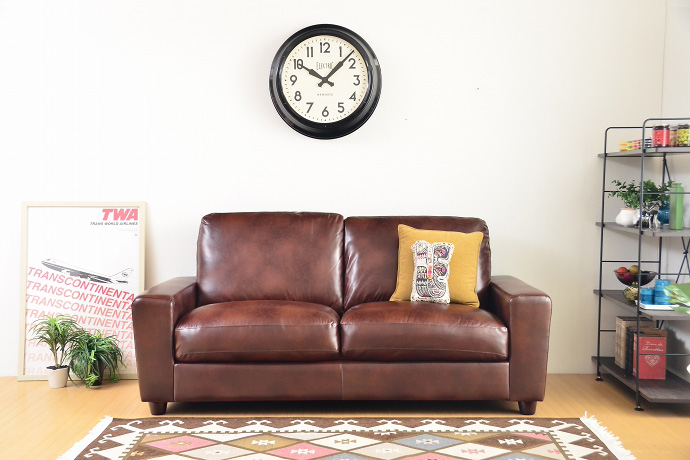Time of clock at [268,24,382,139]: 10:07
